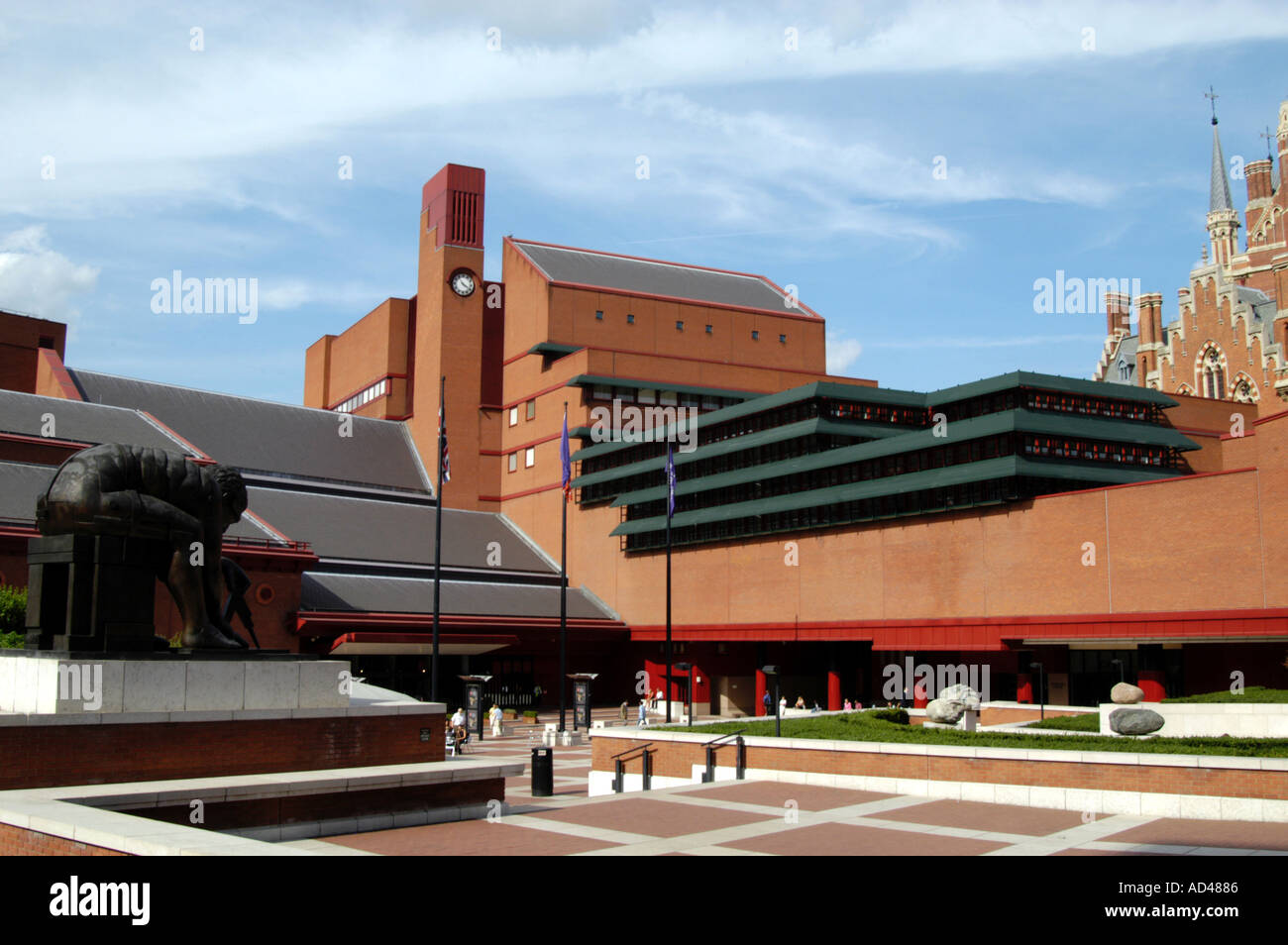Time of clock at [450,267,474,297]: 3:53
